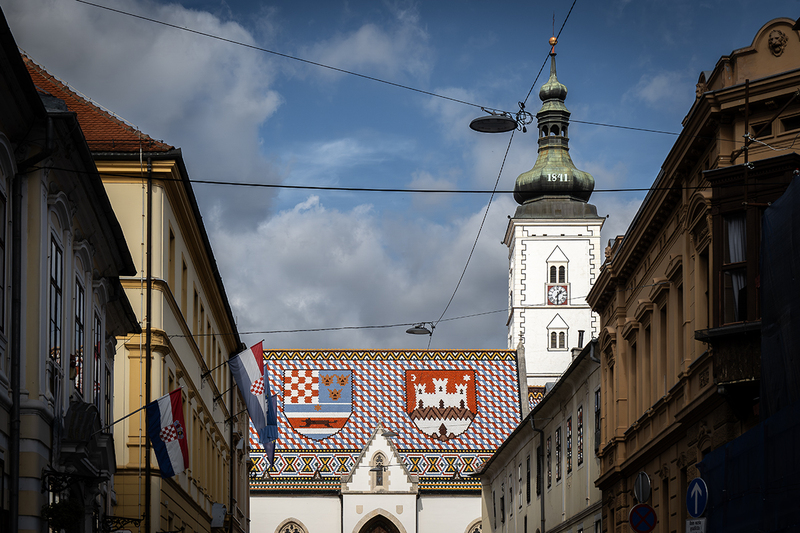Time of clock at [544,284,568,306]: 1:30
